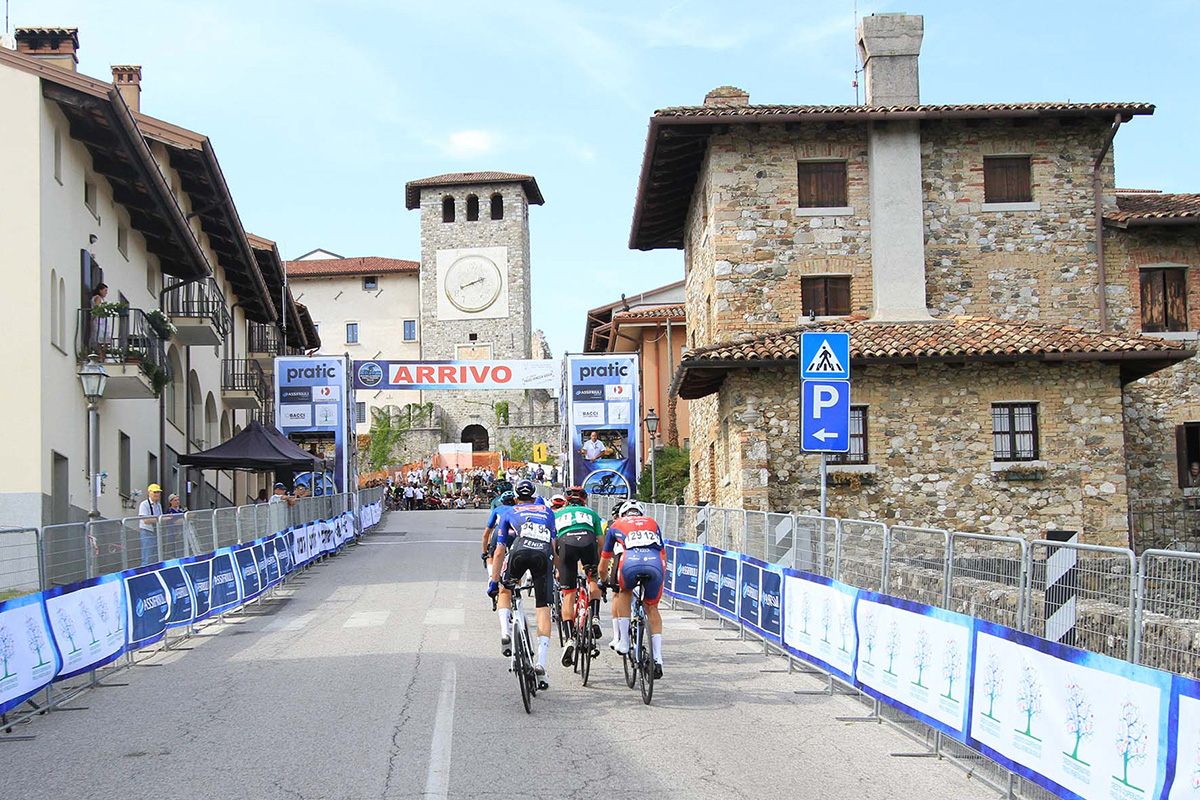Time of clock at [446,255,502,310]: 8:11
